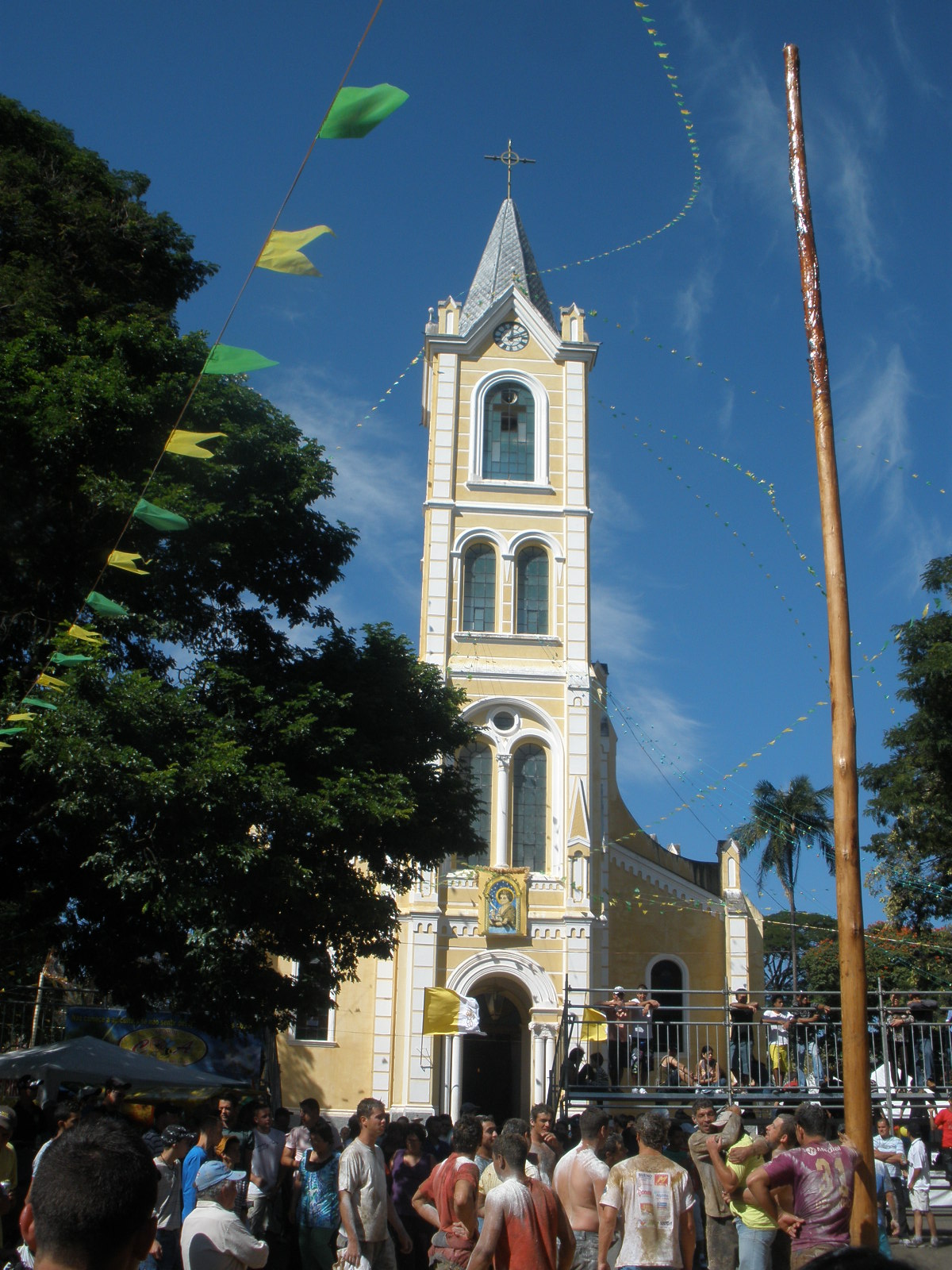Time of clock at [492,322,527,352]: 12:12
